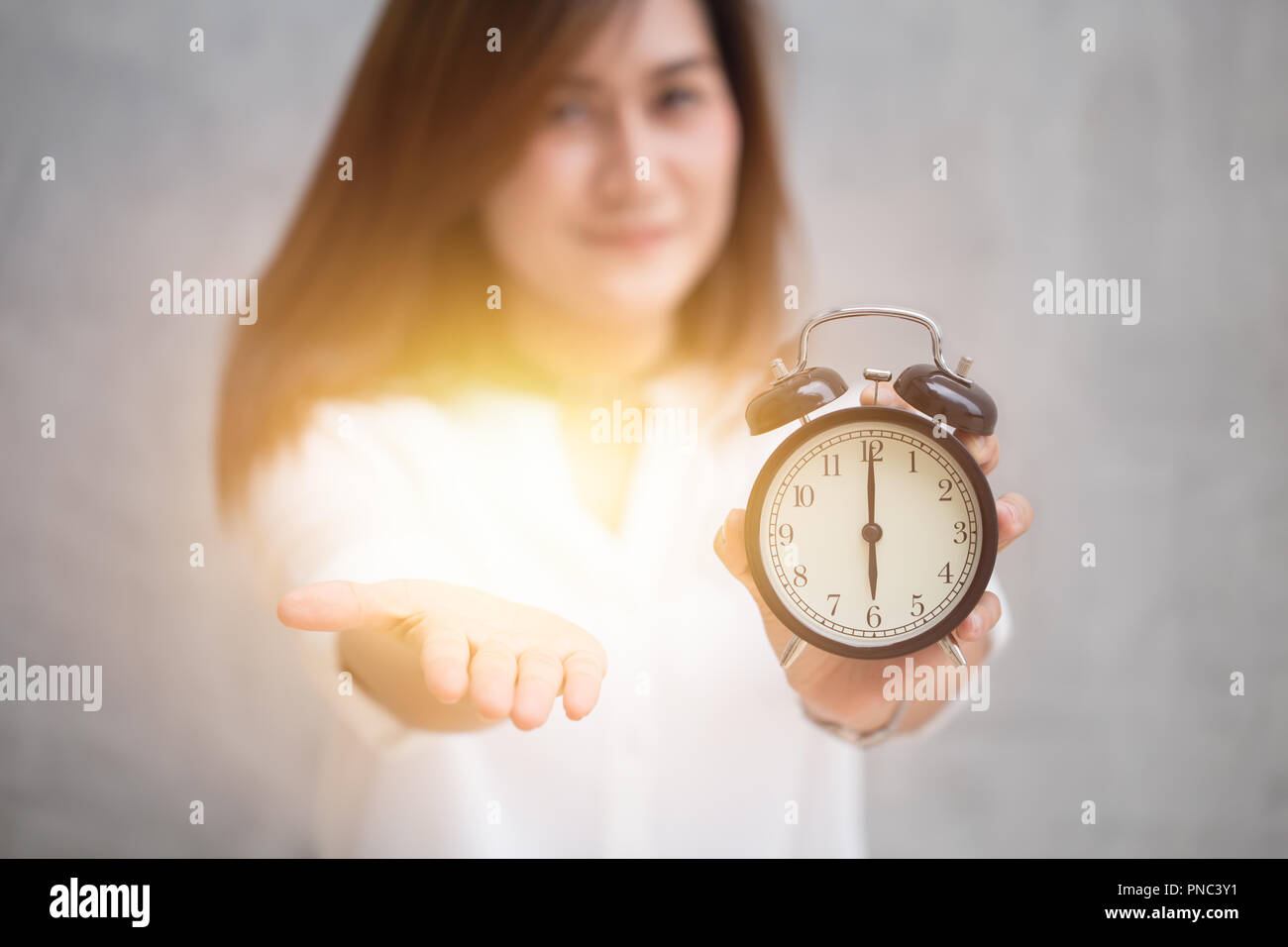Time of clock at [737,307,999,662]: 6:00
